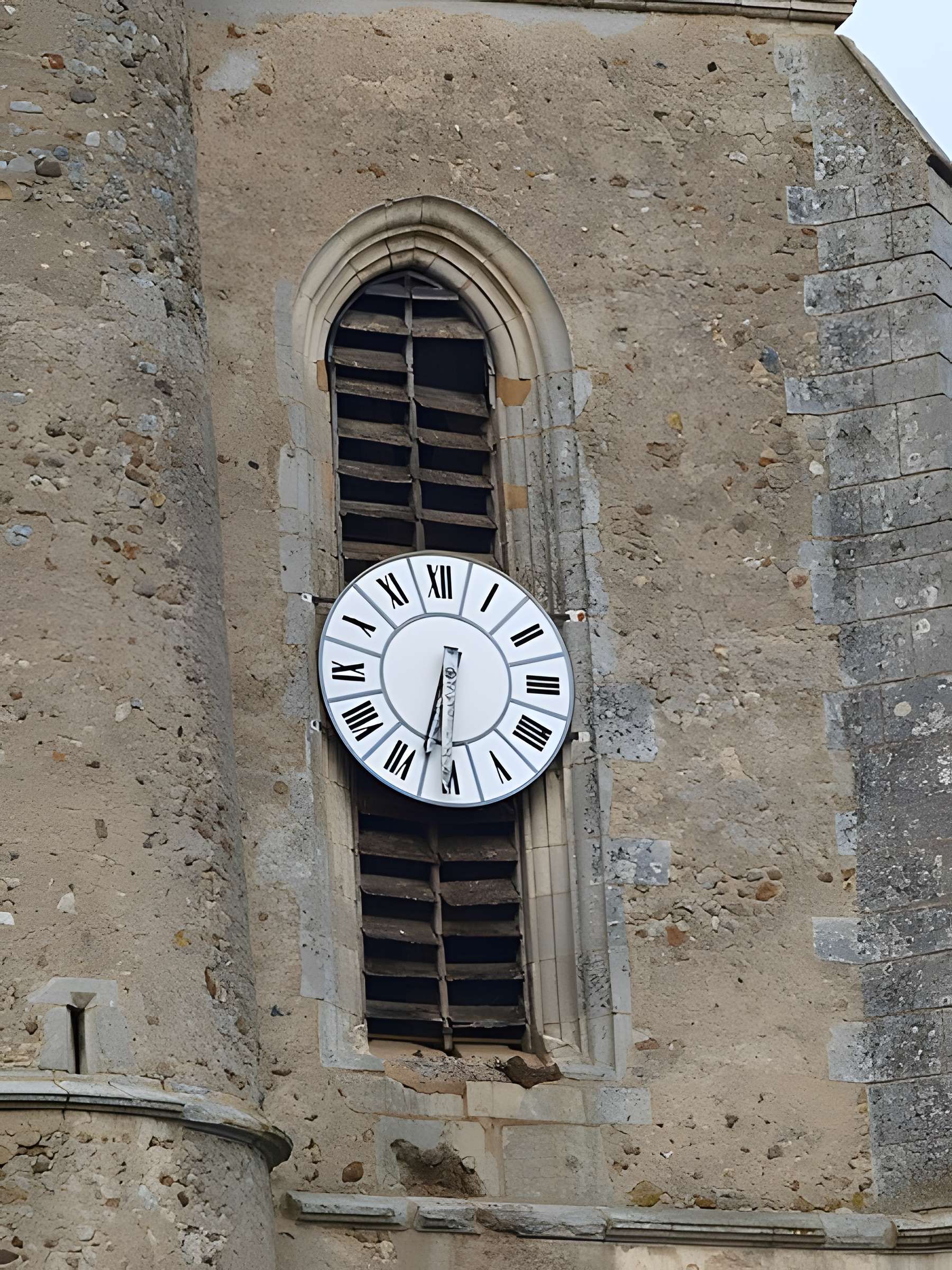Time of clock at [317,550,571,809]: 6:32
